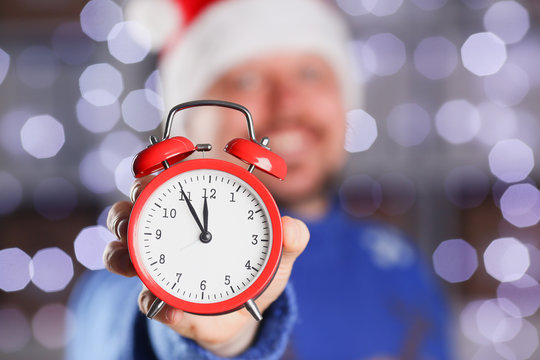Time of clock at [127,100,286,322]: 11:54
